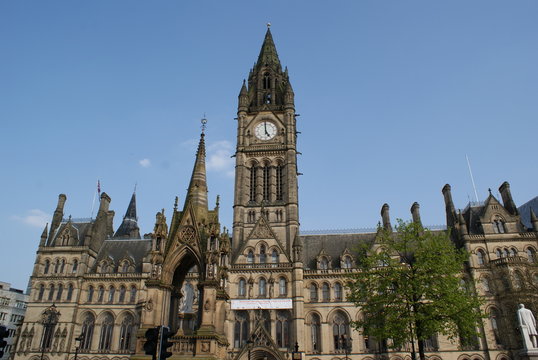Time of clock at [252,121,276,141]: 4:59
